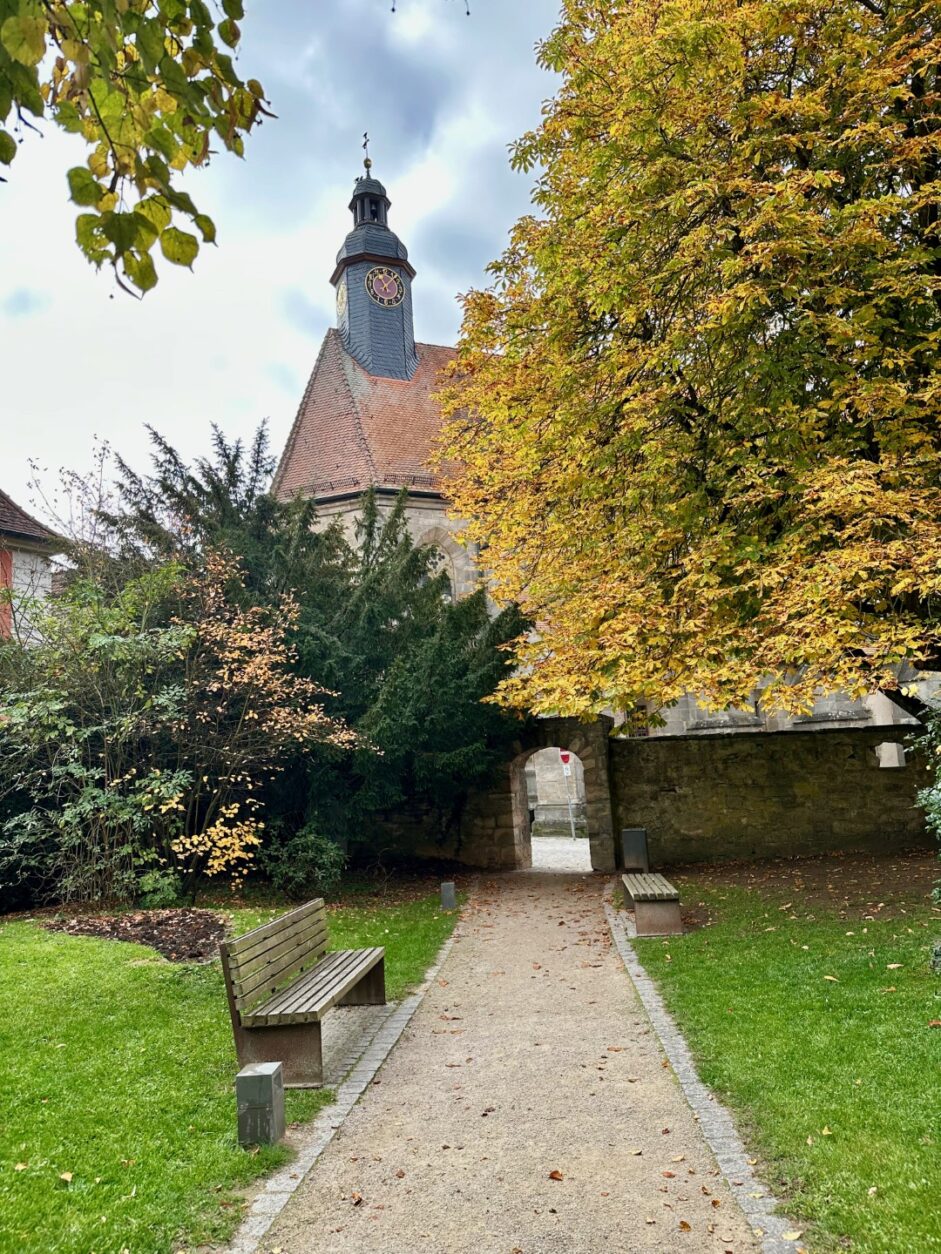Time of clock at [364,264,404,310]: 11:07
